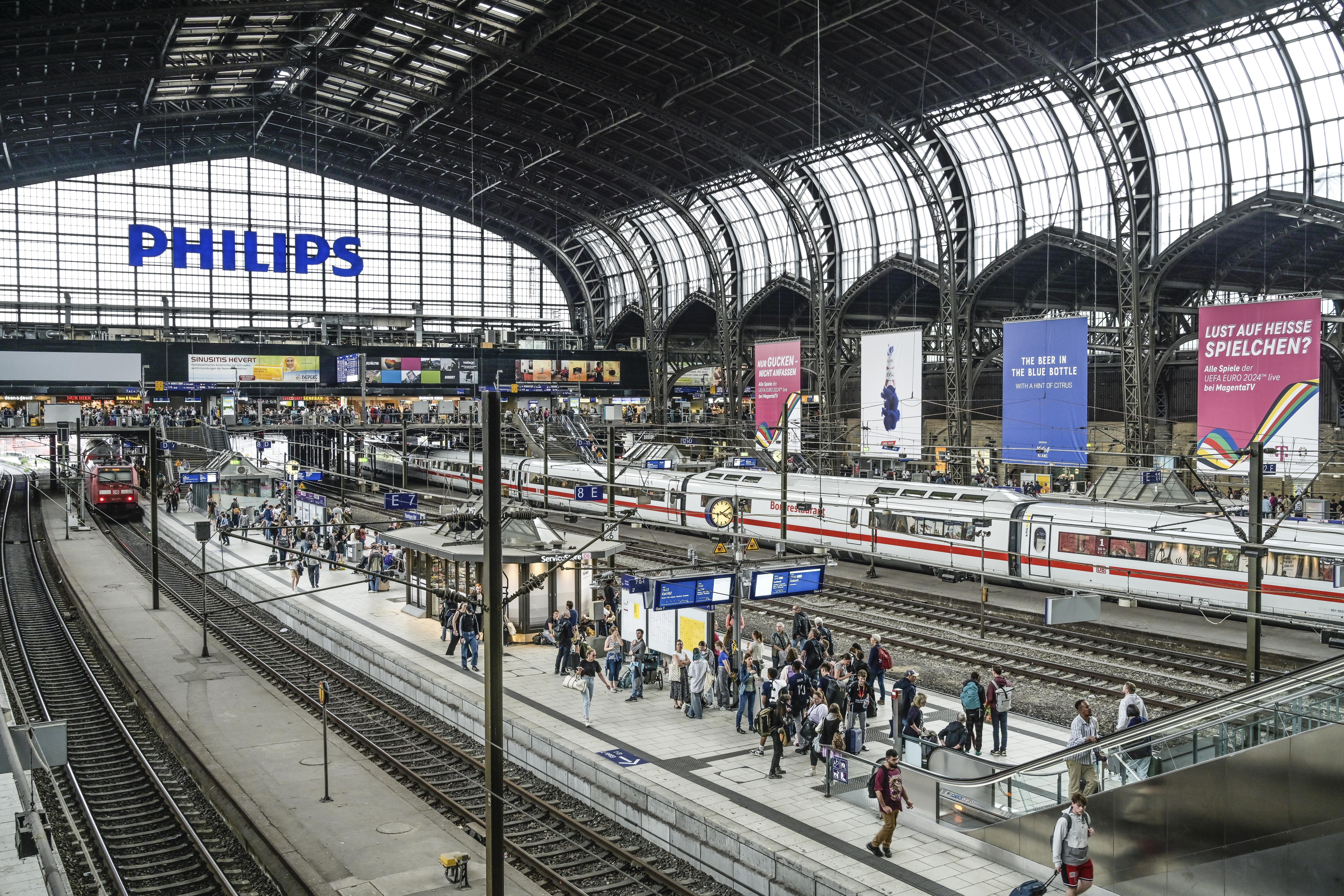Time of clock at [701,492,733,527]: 4:10
